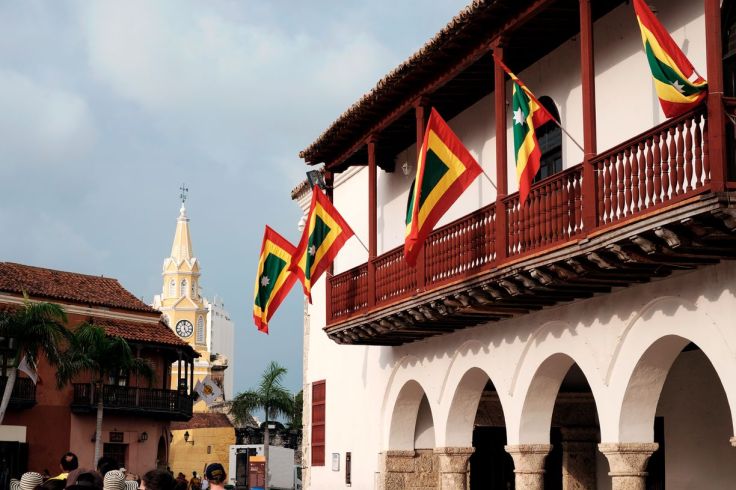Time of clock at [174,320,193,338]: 4:59
